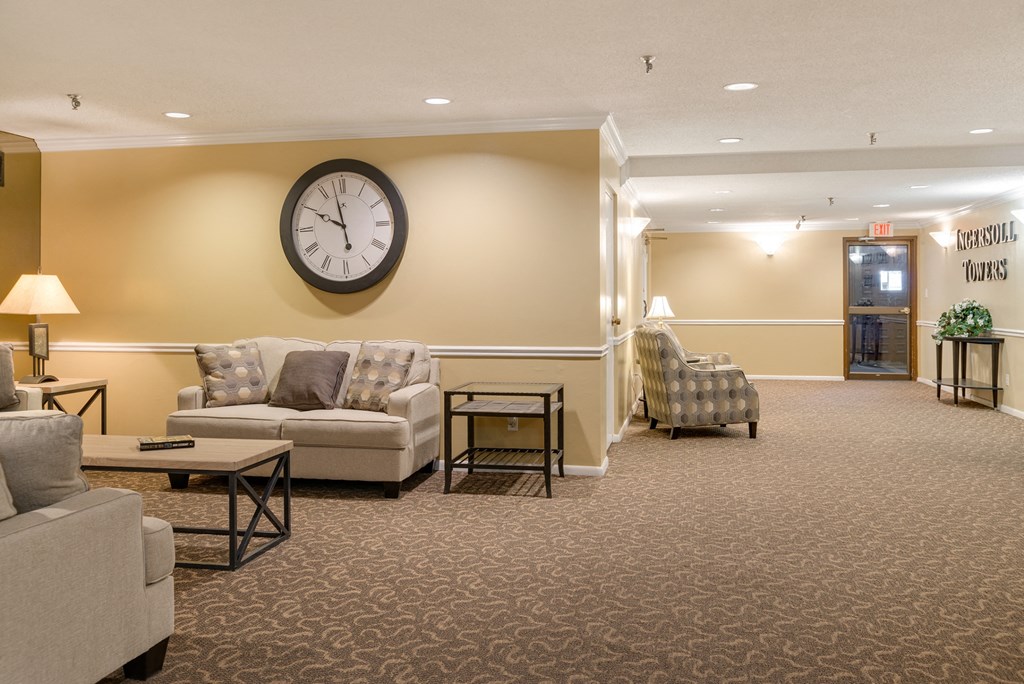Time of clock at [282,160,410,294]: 9:57
